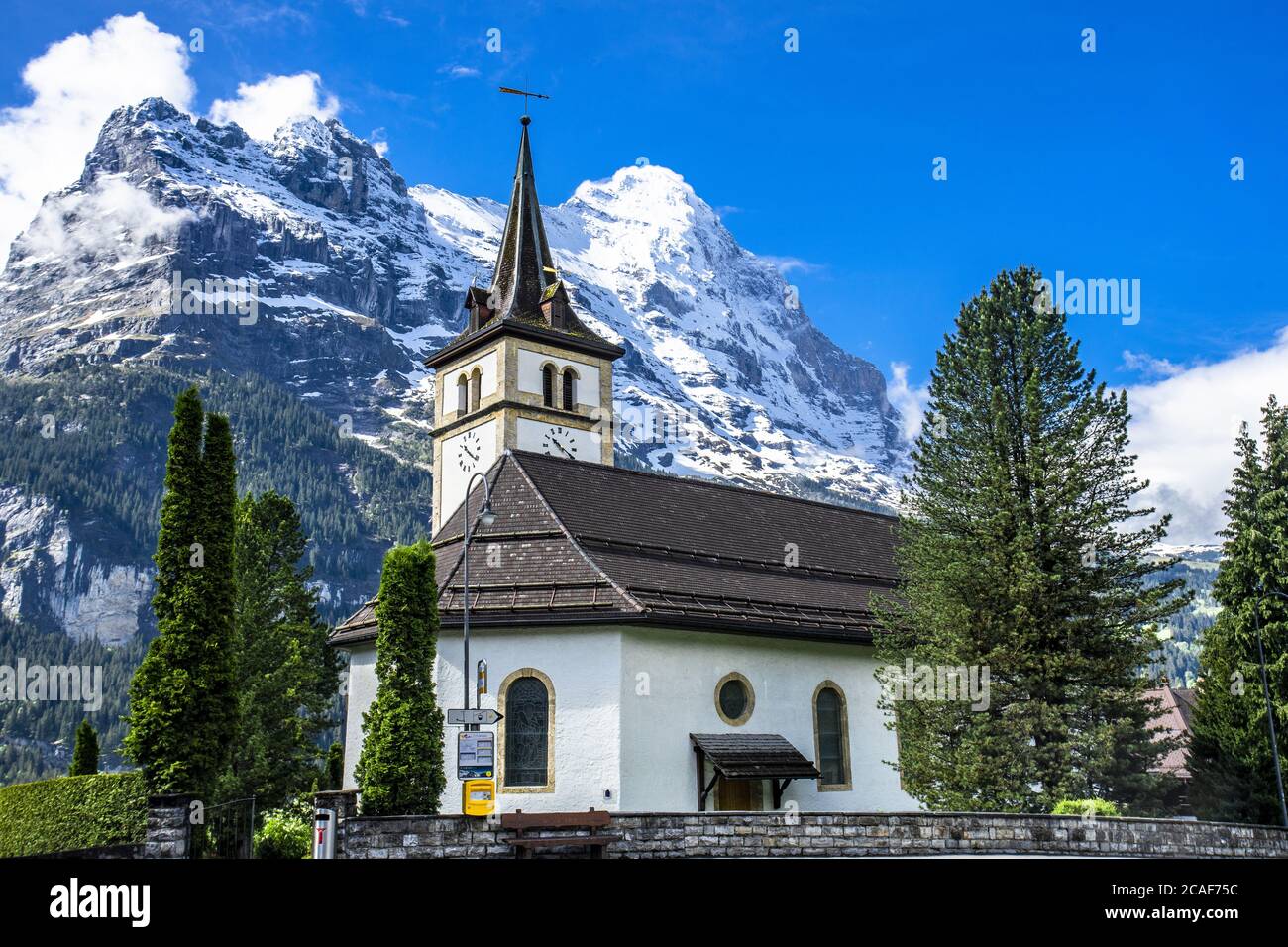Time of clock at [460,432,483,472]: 10:21
